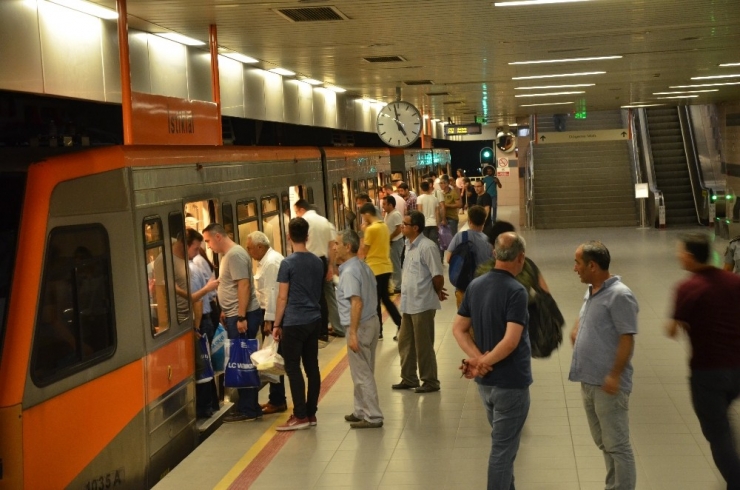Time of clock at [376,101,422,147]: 4:57
